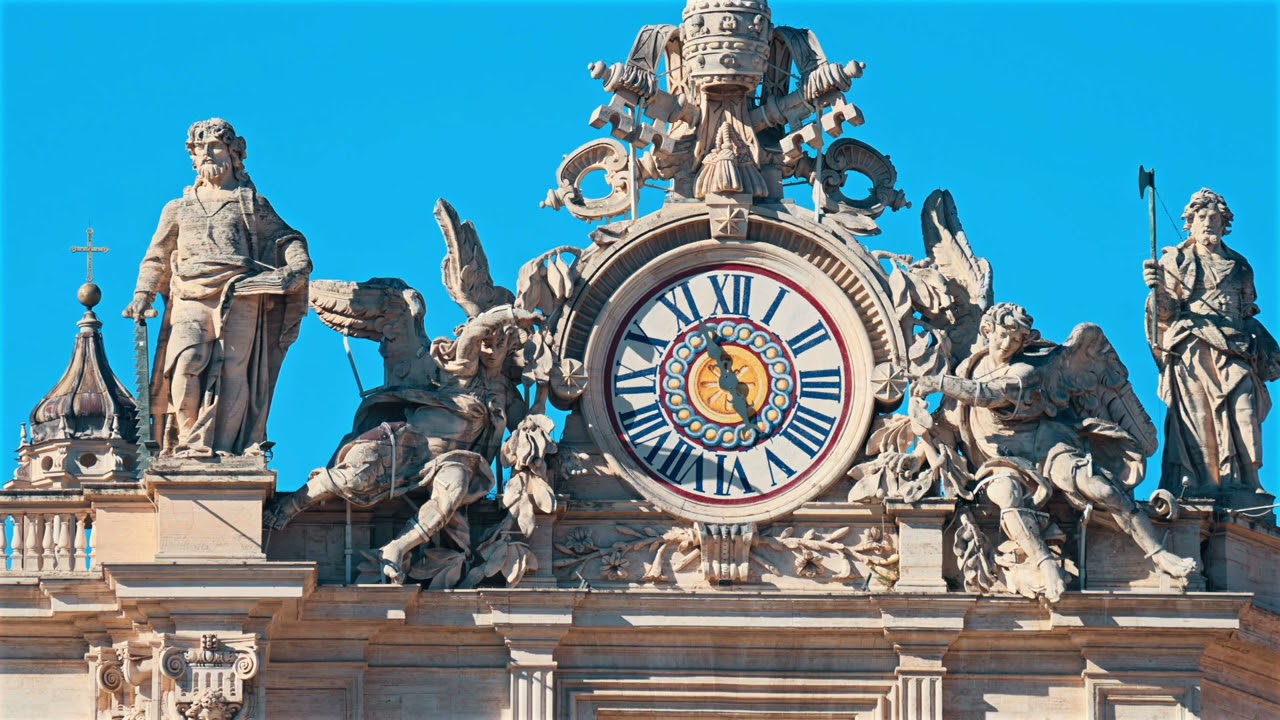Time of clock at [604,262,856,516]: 4:56
